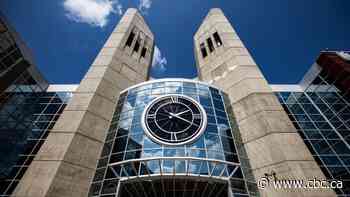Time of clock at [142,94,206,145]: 2:18
